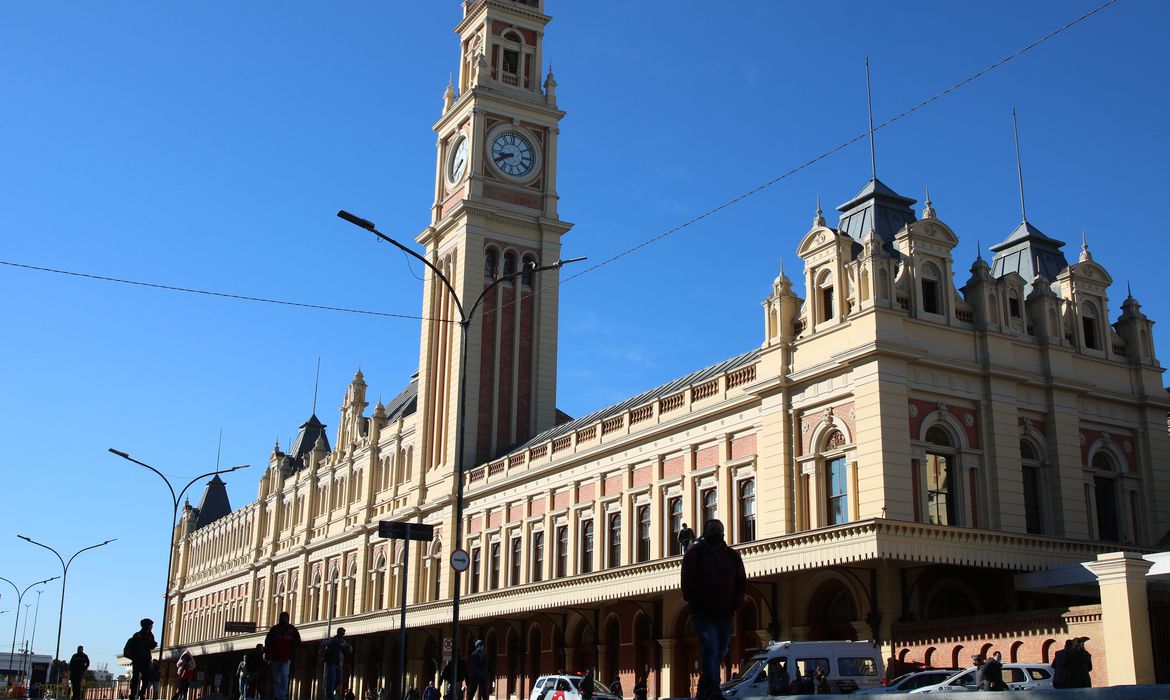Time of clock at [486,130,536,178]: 8:40
